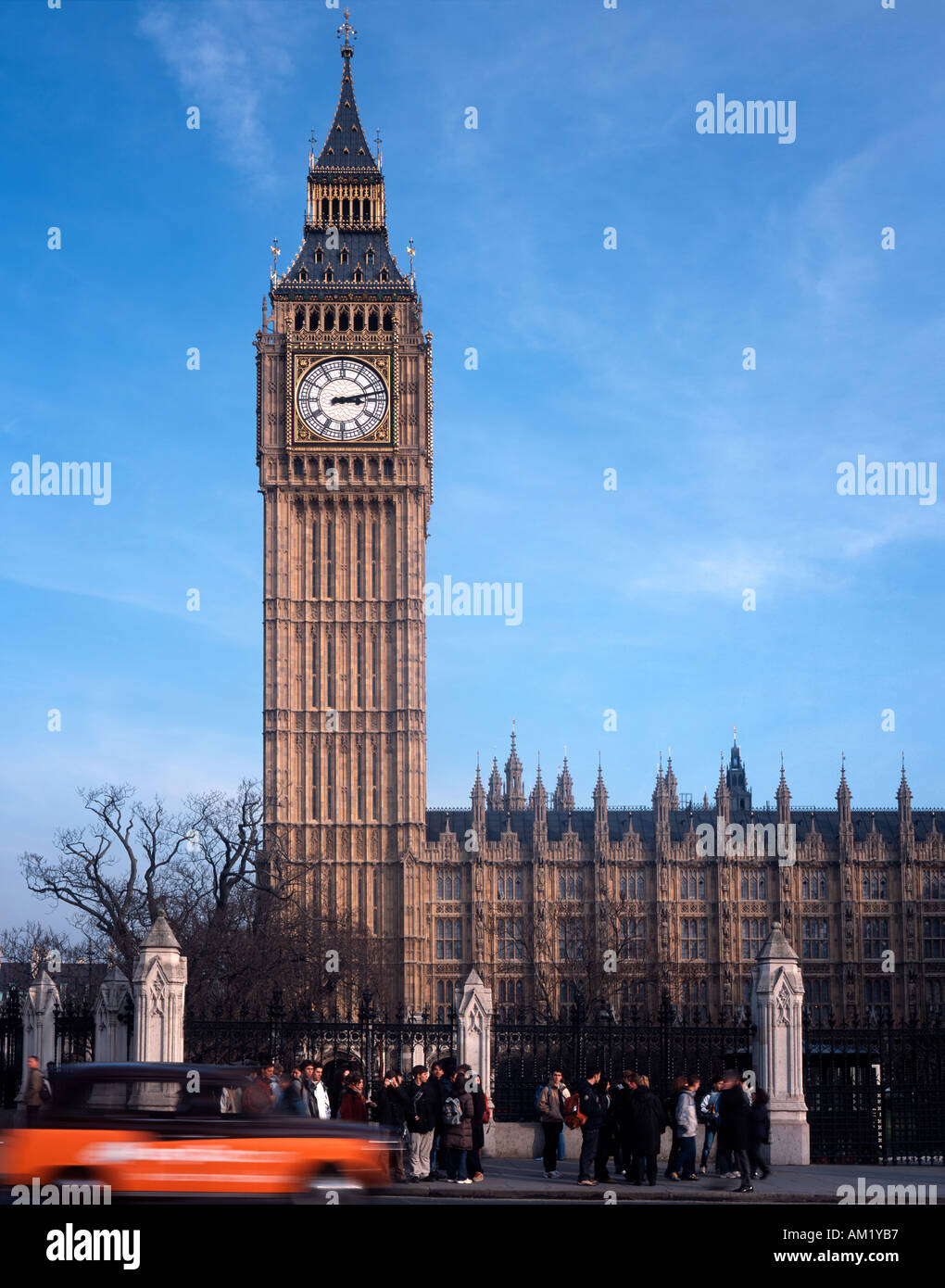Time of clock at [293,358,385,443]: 3:12
